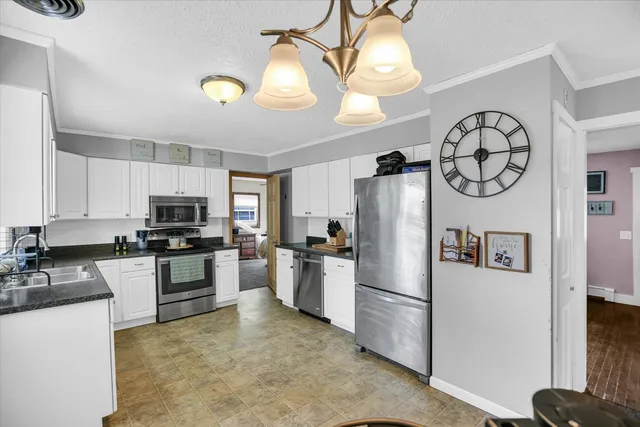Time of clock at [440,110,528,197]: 6:00
